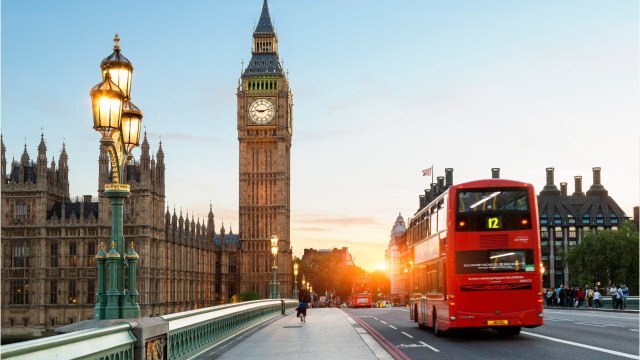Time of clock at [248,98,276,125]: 9:12
